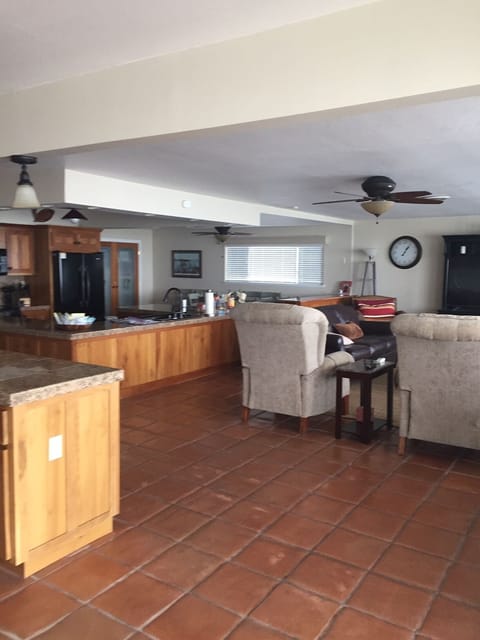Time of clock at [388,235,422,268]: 1:06
